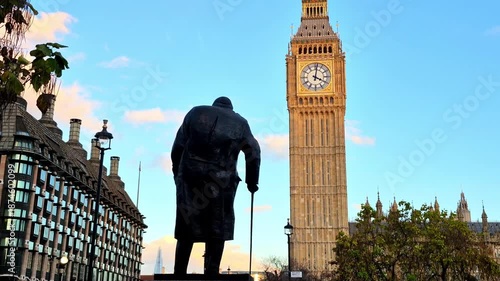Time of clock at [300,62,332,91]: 4:01
